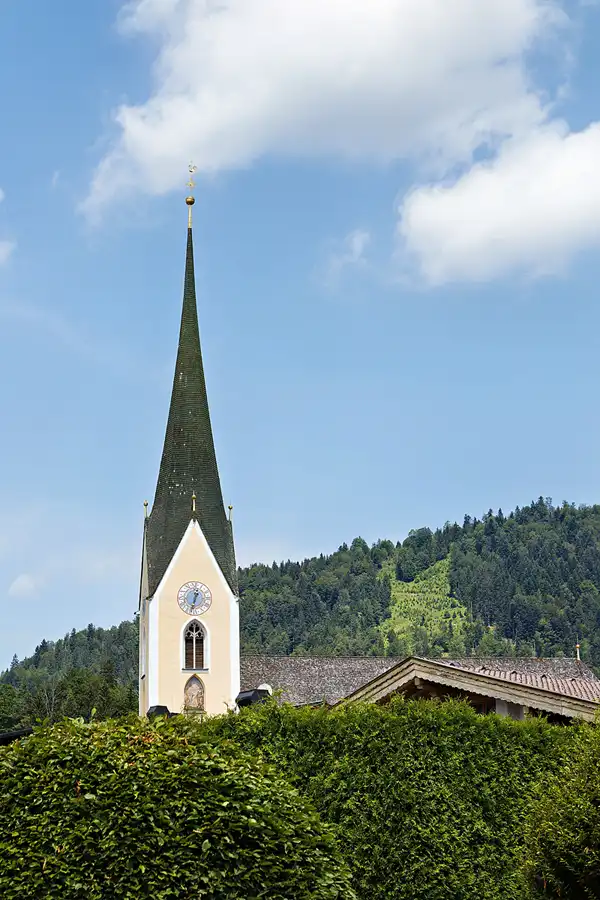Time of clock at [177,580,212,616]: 12:32
